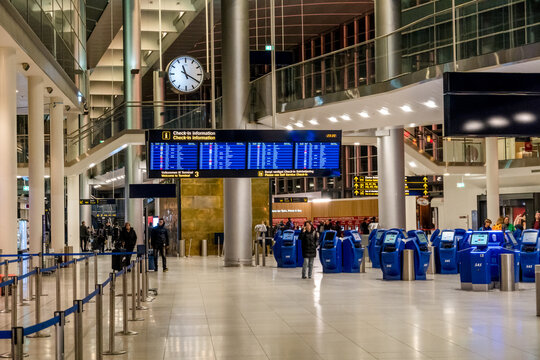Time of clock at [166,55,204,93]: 11:19
